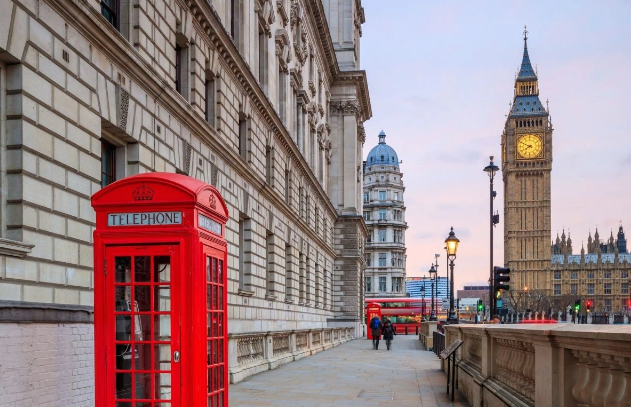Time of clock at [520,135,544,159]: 7:49
